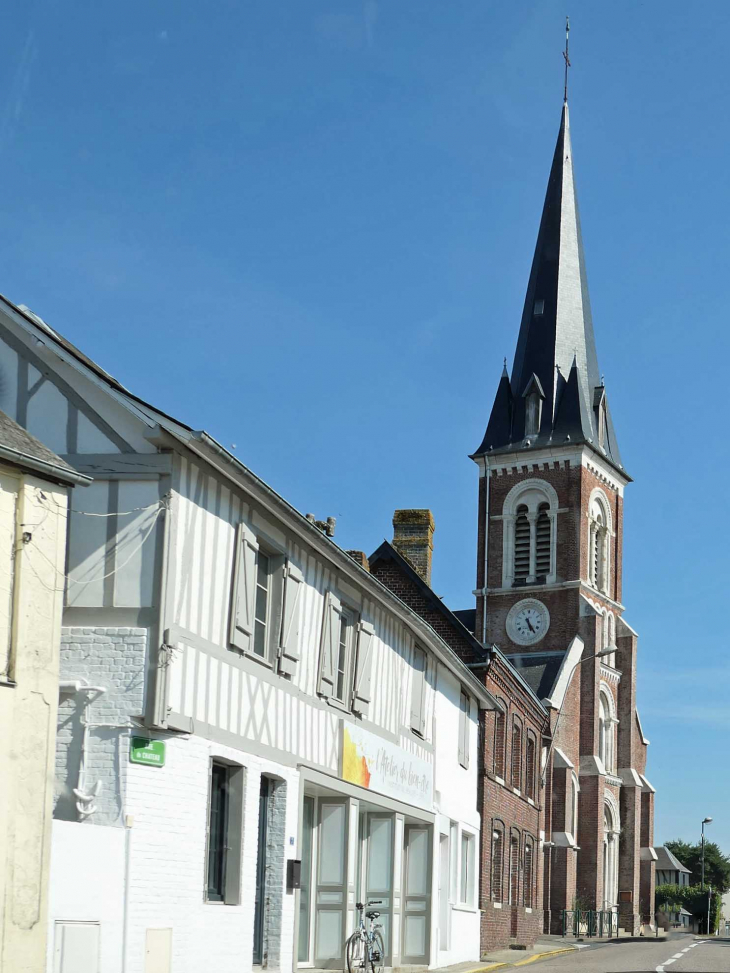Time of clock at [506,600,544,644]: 5:24
